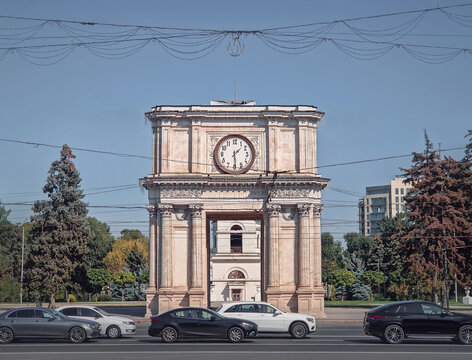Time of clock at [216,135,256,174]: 1:28
